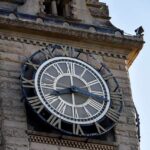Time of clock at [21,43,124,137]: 8:16
